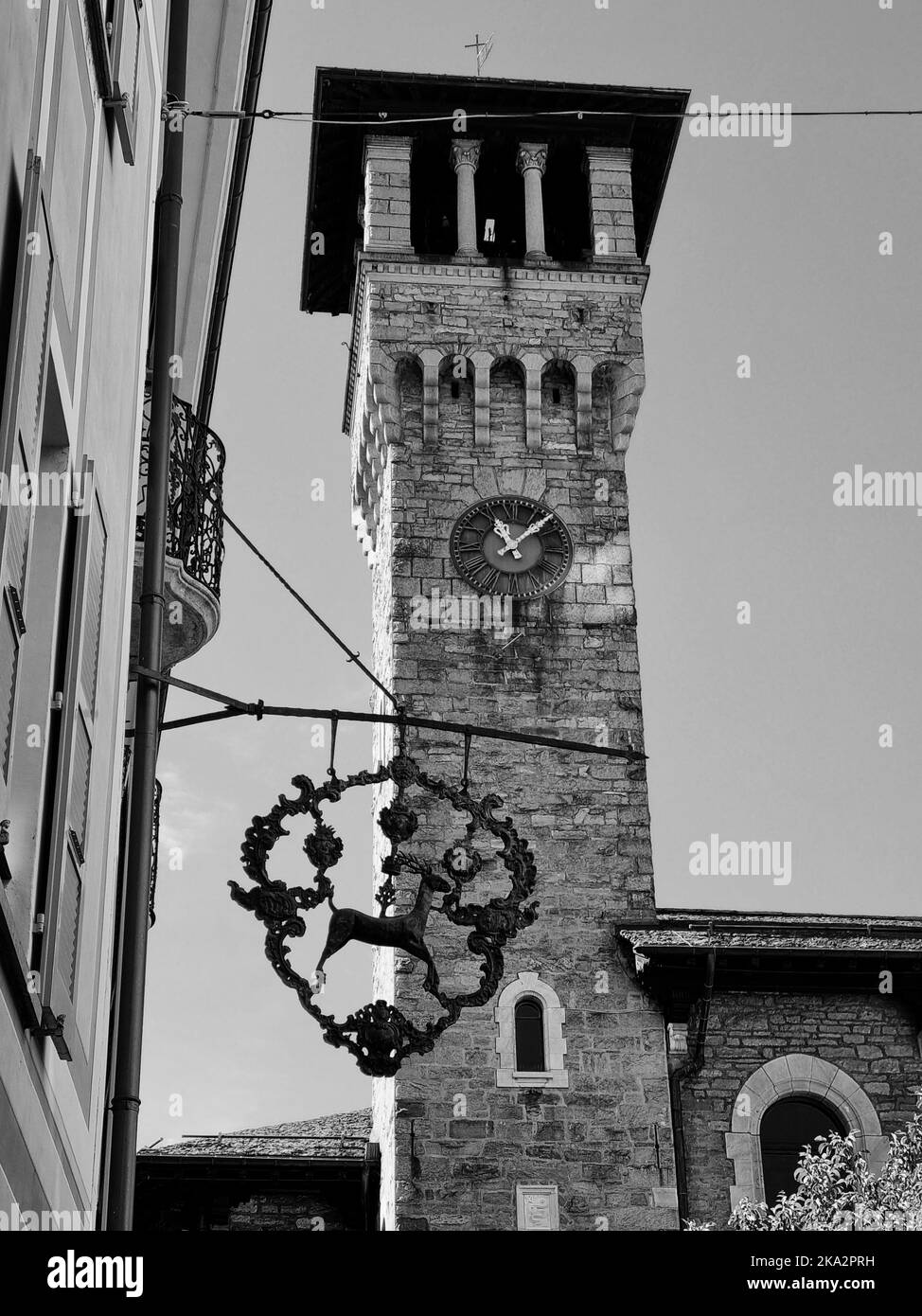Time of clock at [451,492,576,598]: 11:07
